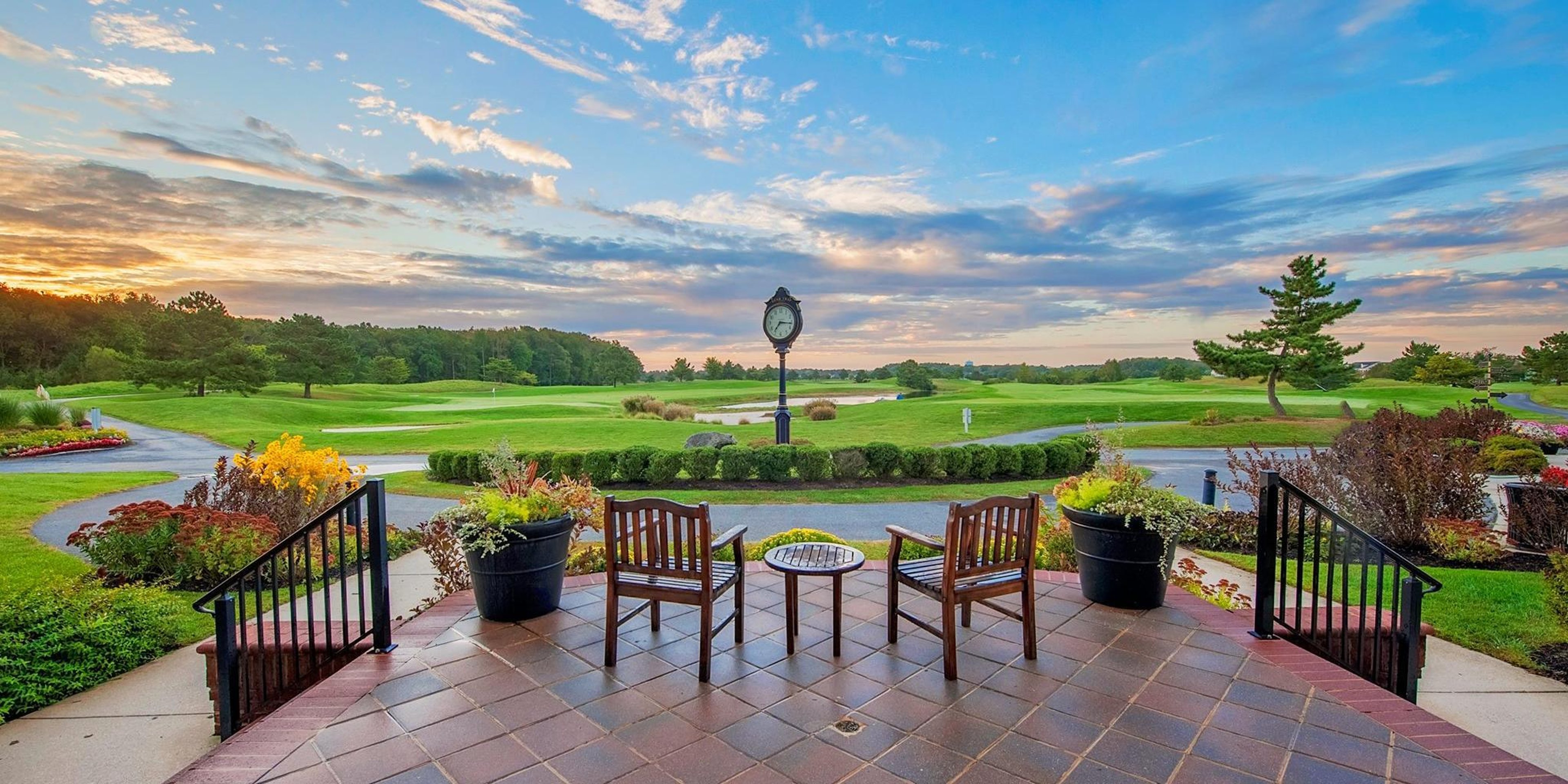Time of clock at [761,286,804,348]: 7:16
